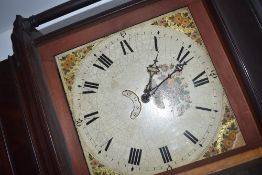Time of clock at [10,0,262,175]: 1:11
